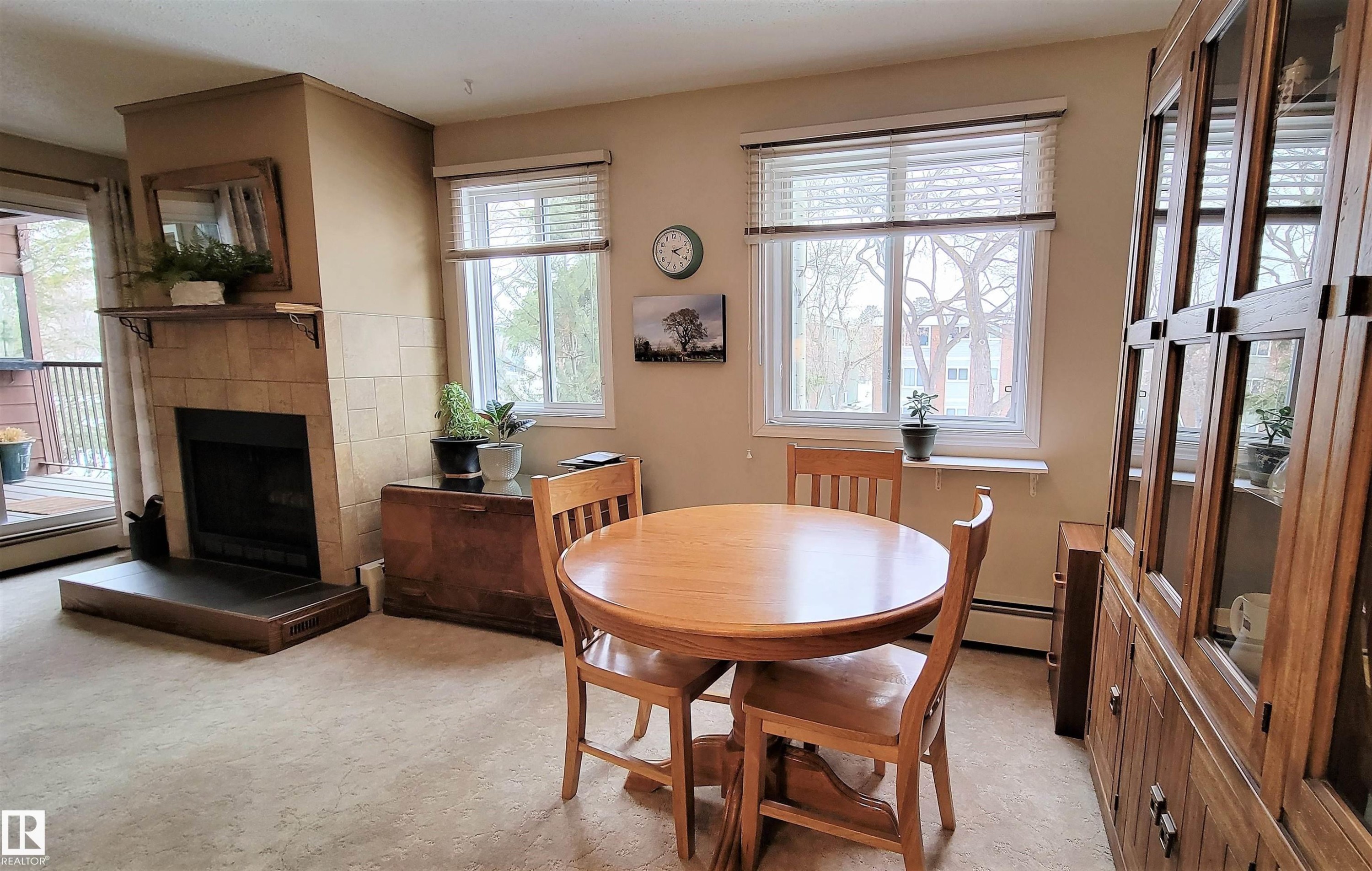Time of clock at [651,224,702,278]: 2:20
